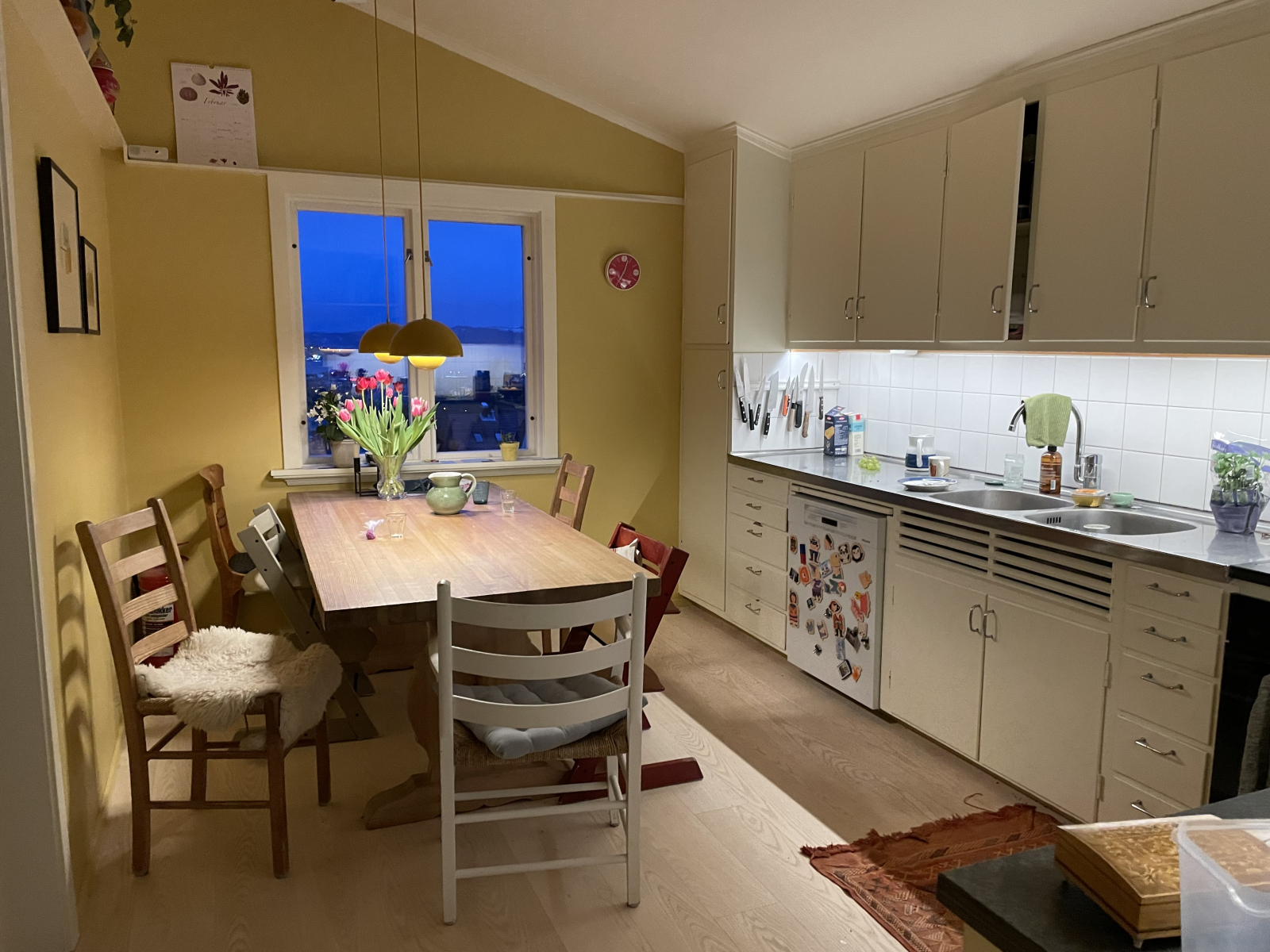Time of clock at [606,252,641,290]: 7:03
